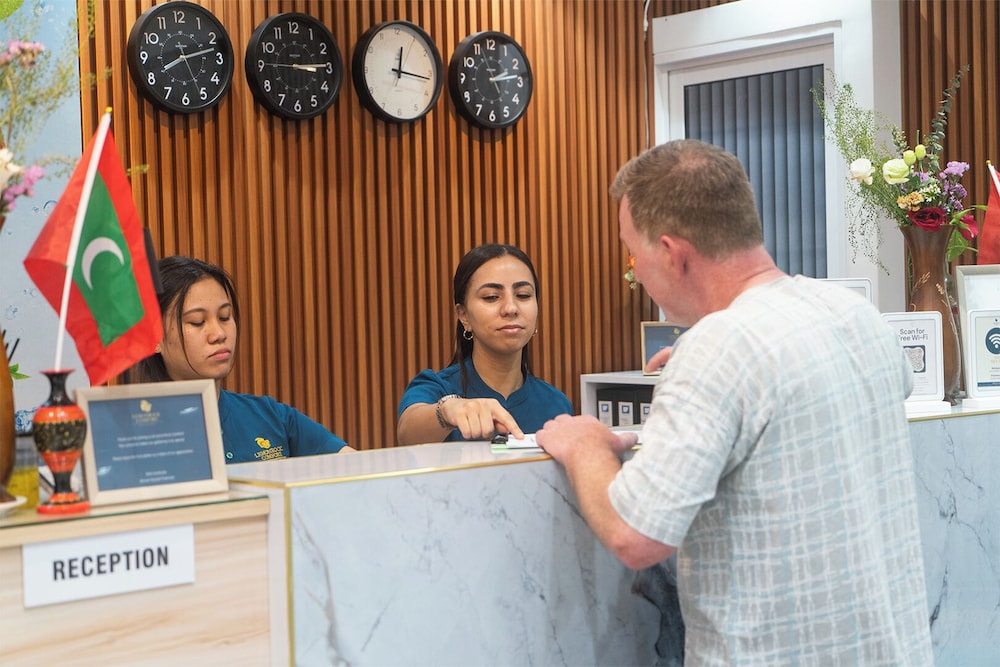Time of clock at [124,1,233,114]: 8:12
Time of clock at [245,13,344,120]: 3:14
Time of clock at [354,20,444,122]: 12:16
